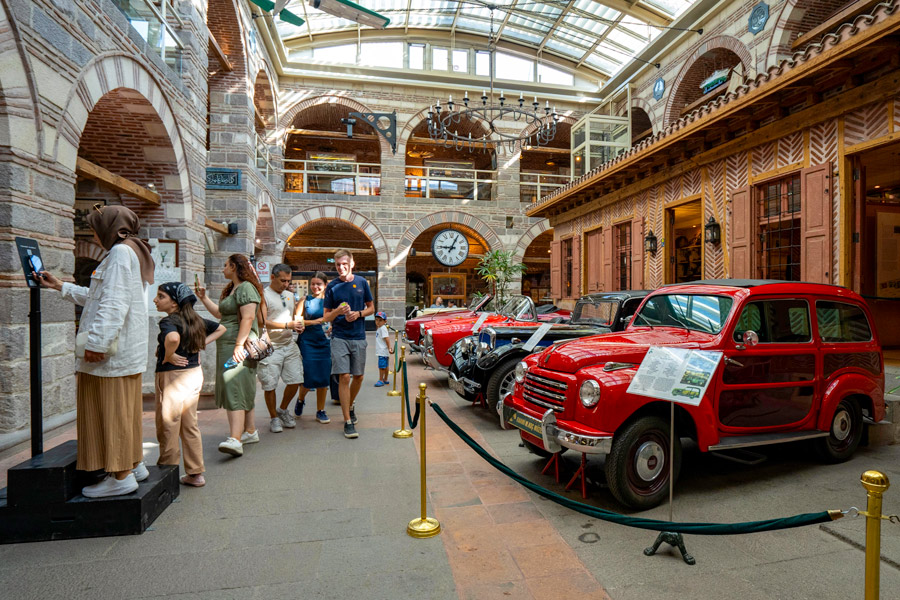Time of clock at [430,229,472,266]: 9:04
